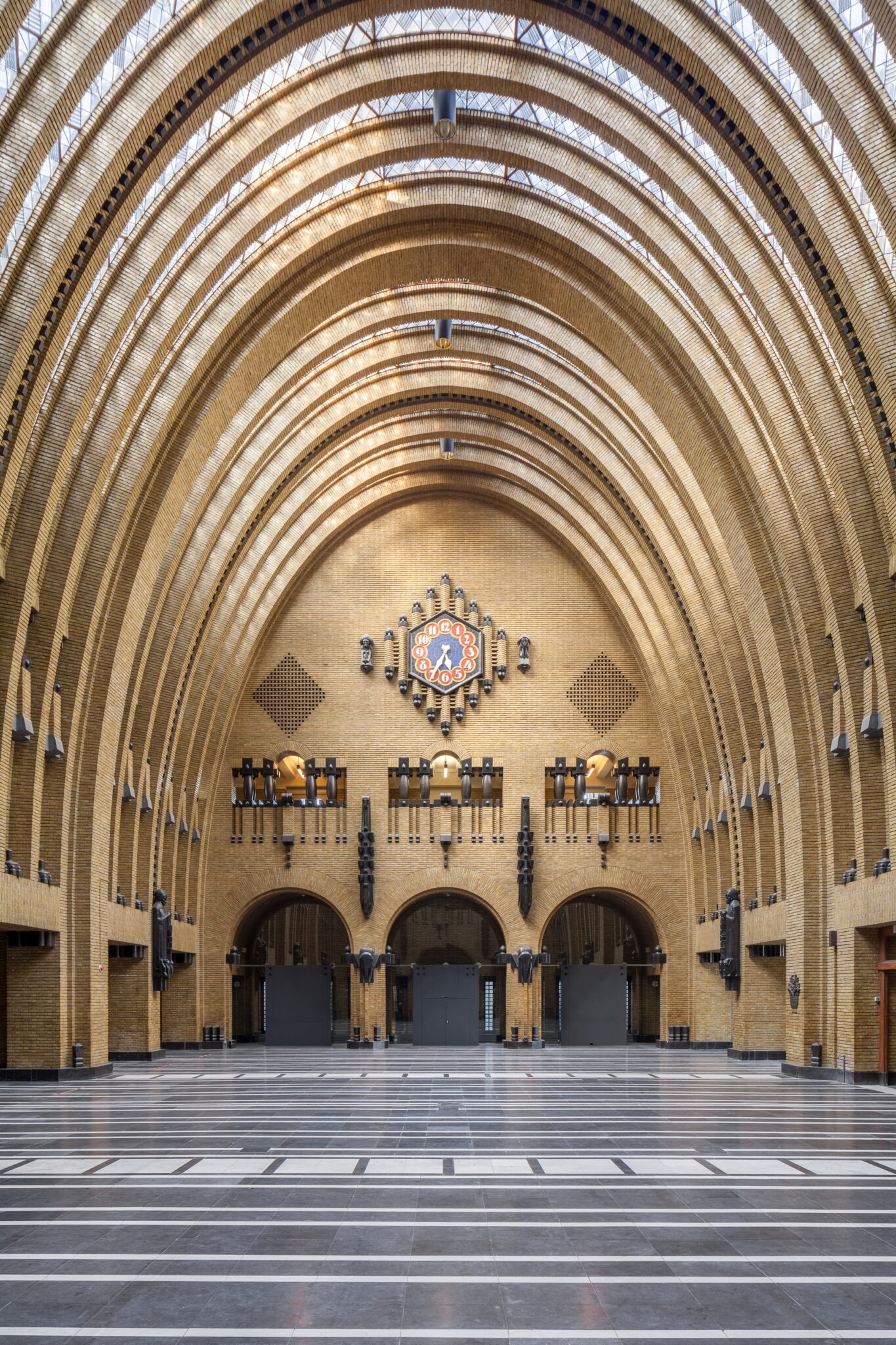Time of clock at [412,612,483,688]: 5:34
